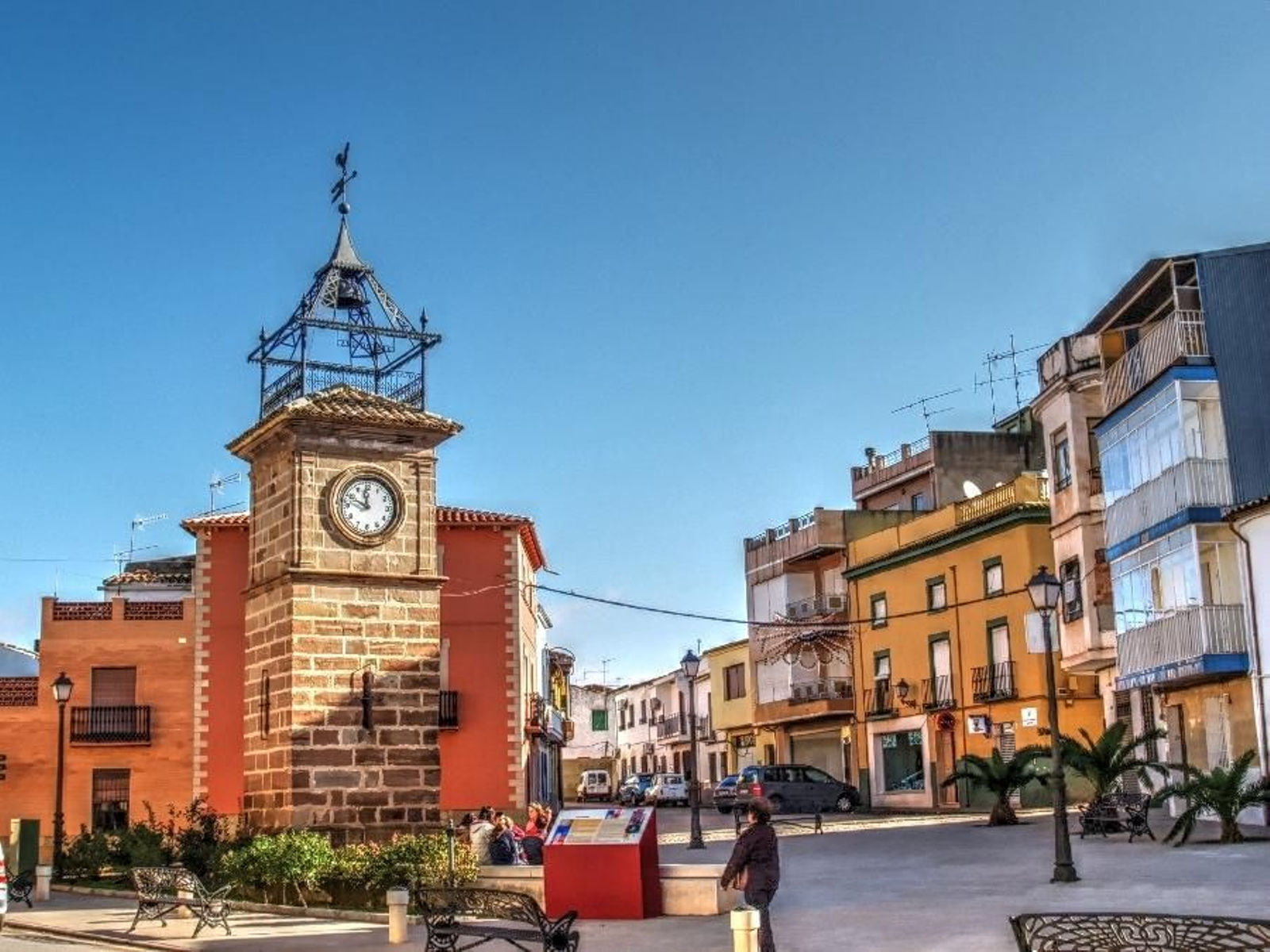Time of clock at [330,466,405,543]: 11:49
